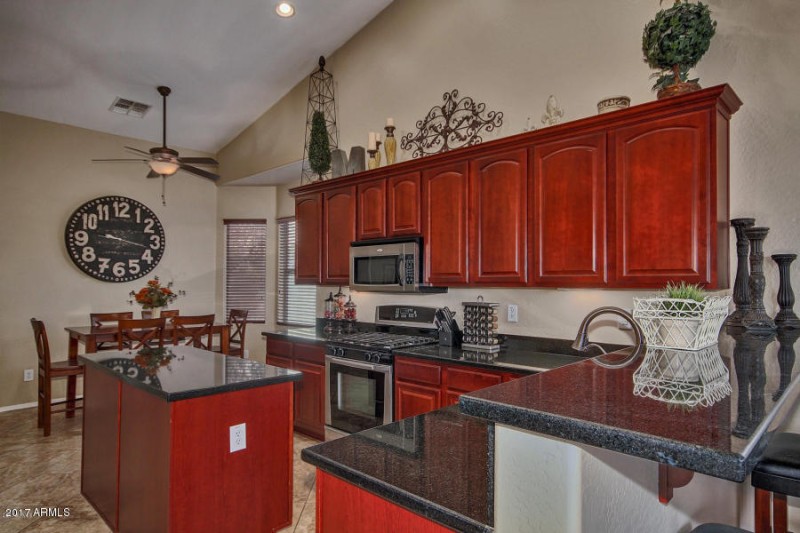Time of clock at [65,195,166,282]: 9:17
